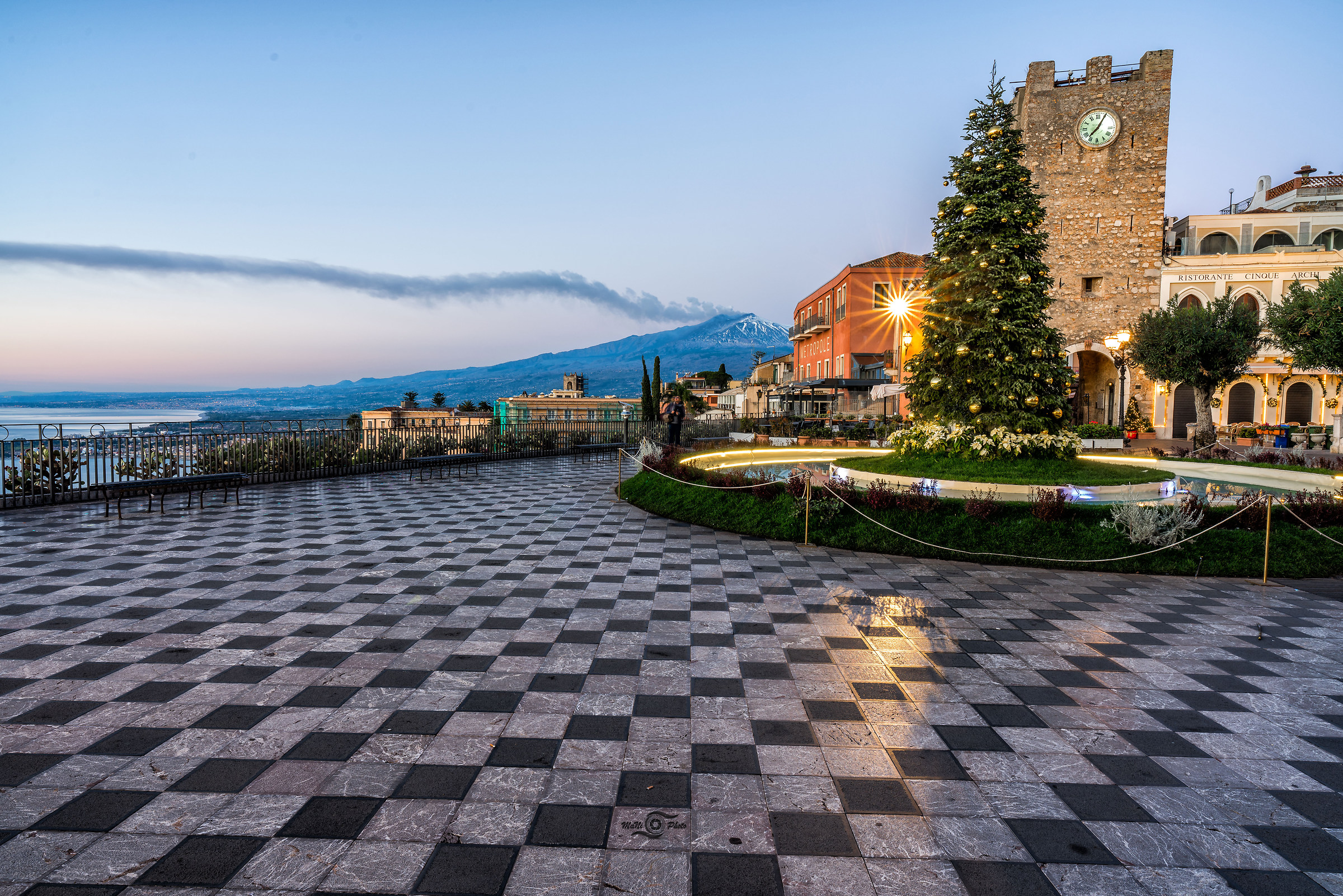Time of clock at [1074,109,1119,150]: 7:04
